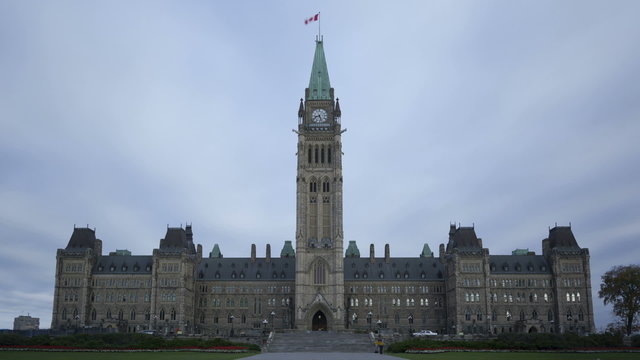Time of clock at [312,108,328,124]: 8:27
